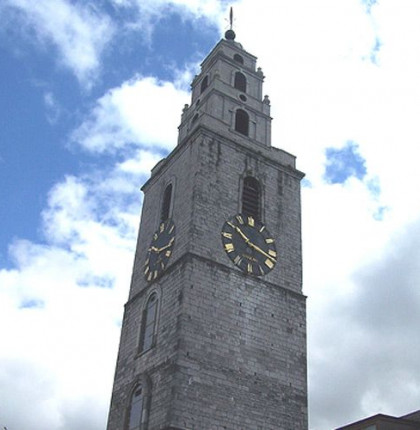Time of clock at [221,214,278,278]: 10:17
